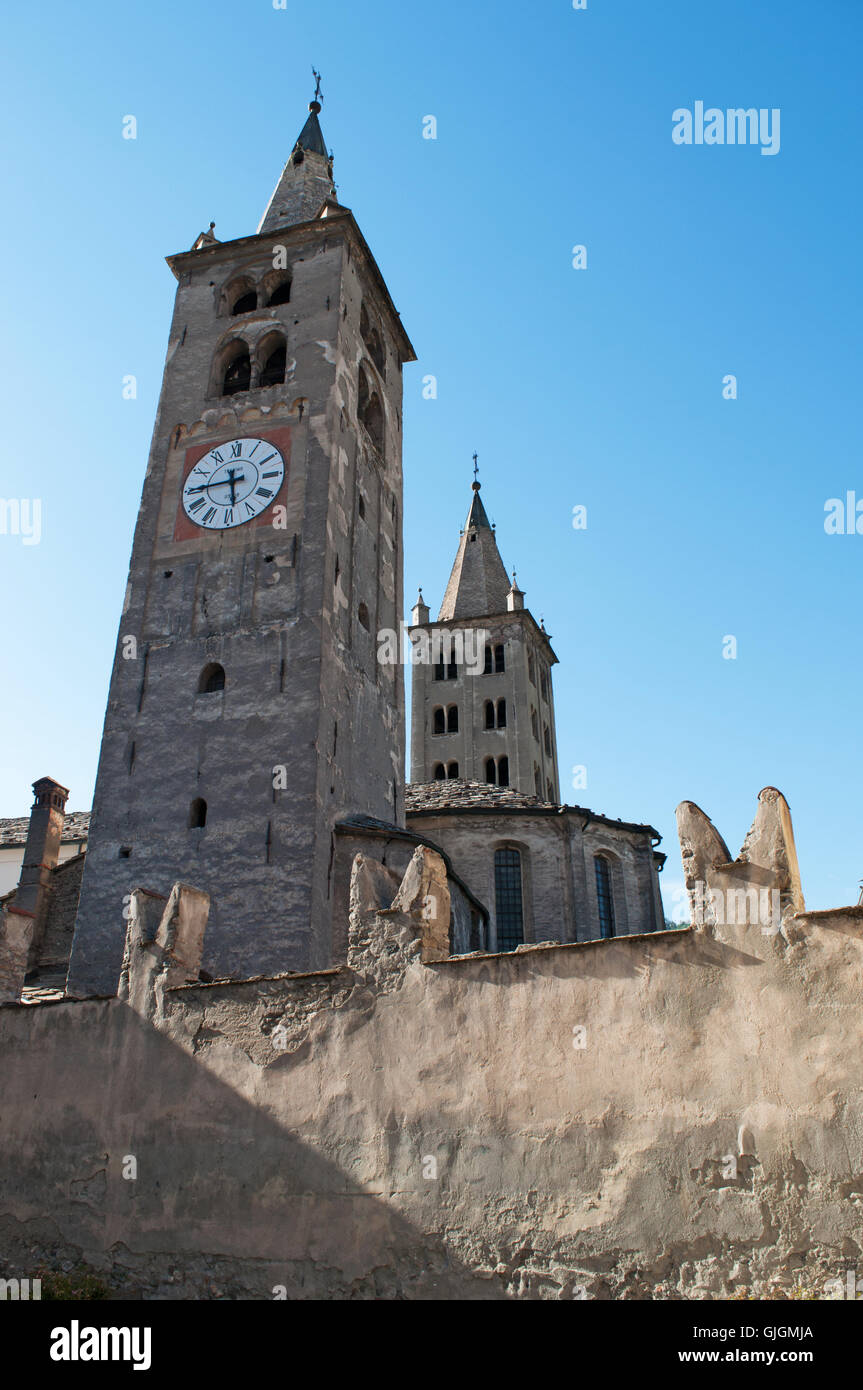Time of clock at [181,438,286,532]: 5:44
